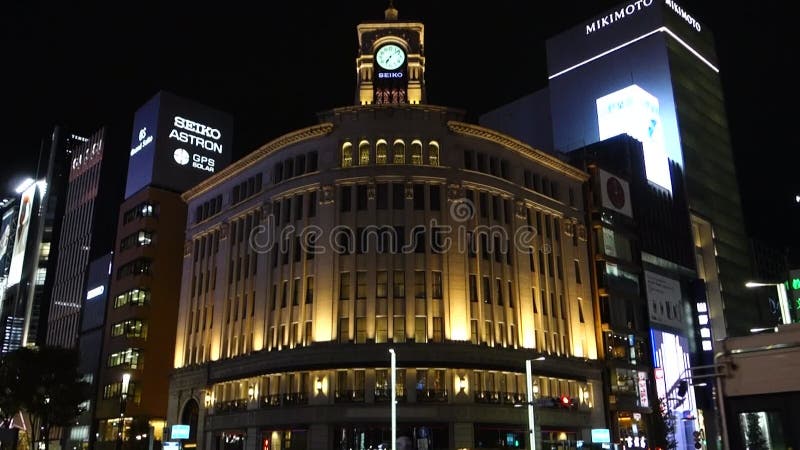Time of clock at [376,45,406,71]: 7:08
